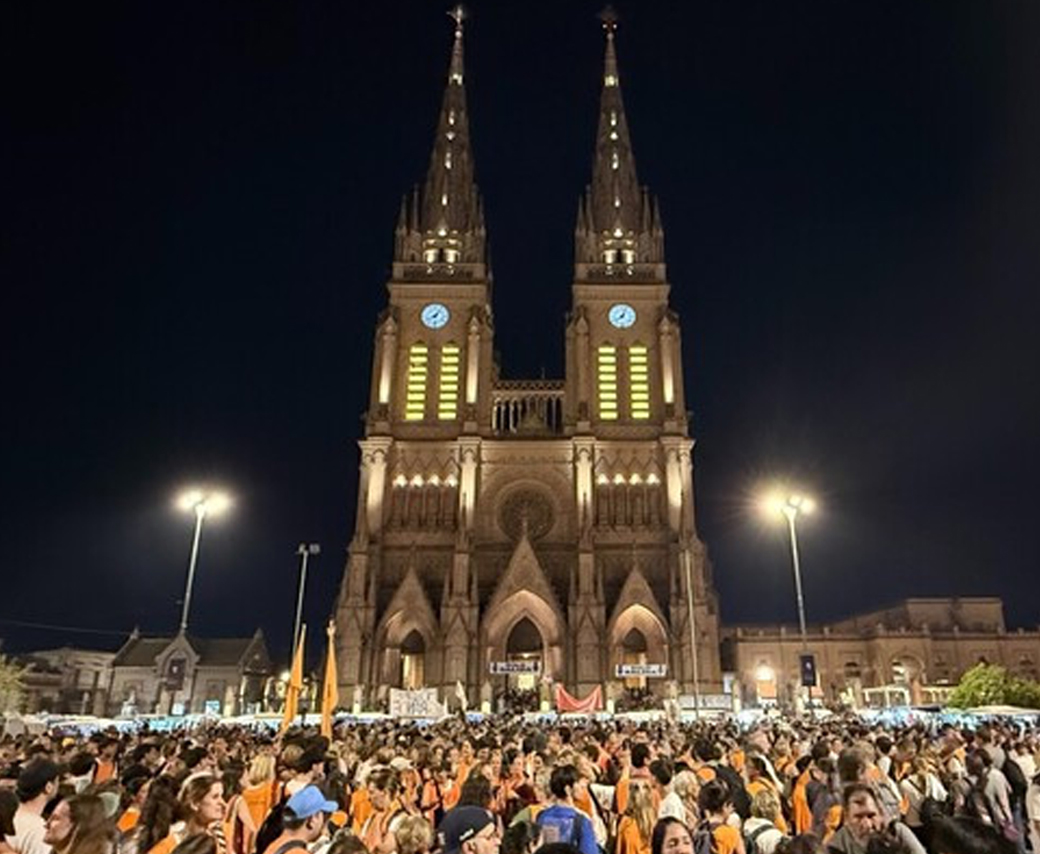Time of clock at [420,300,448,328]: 8:06
